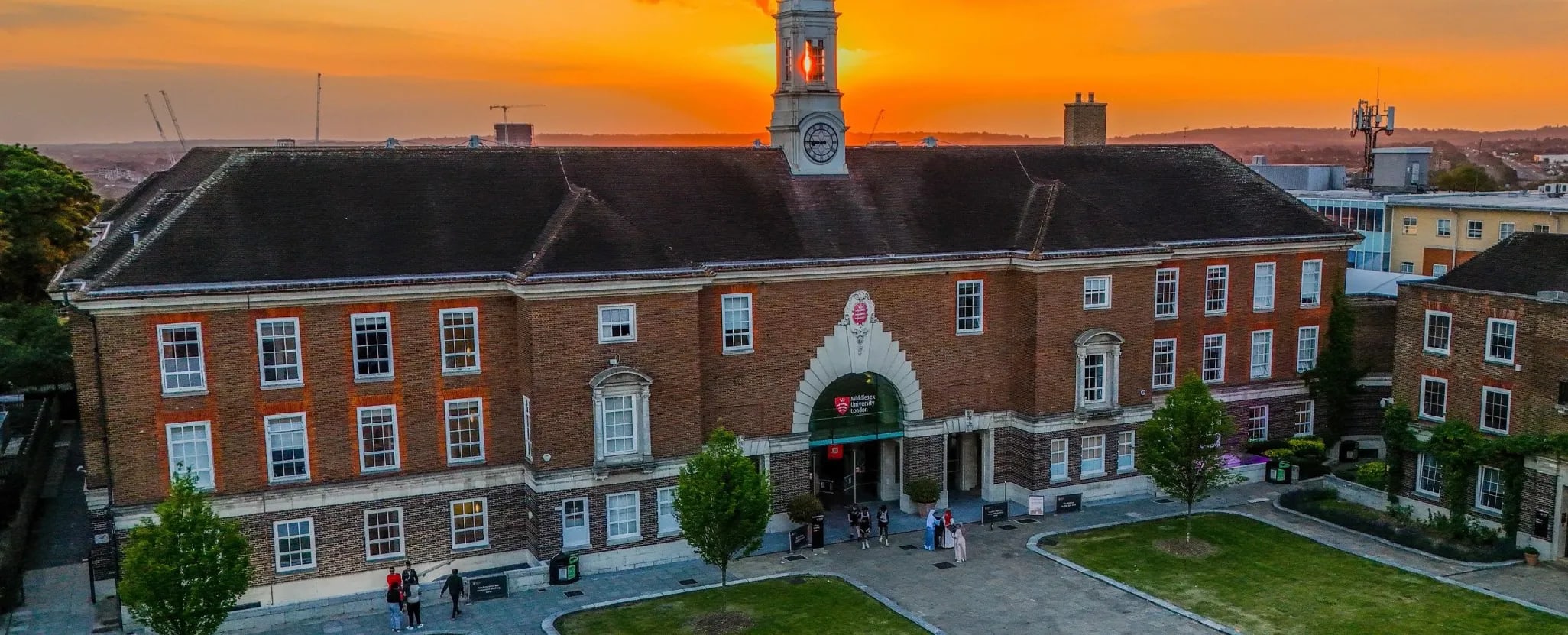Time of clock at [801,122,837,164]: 8:45
